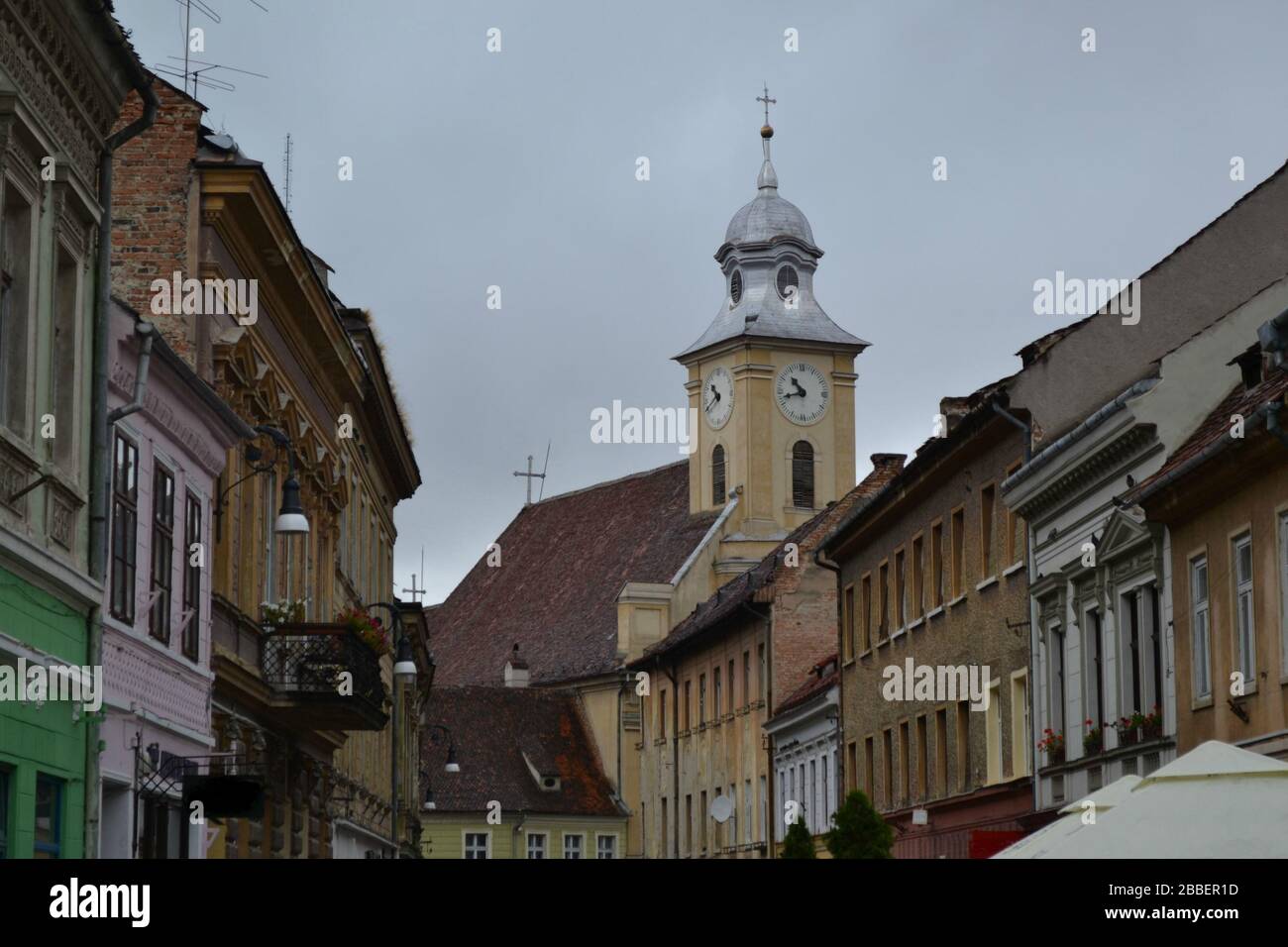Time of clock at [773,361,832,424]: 10:42
